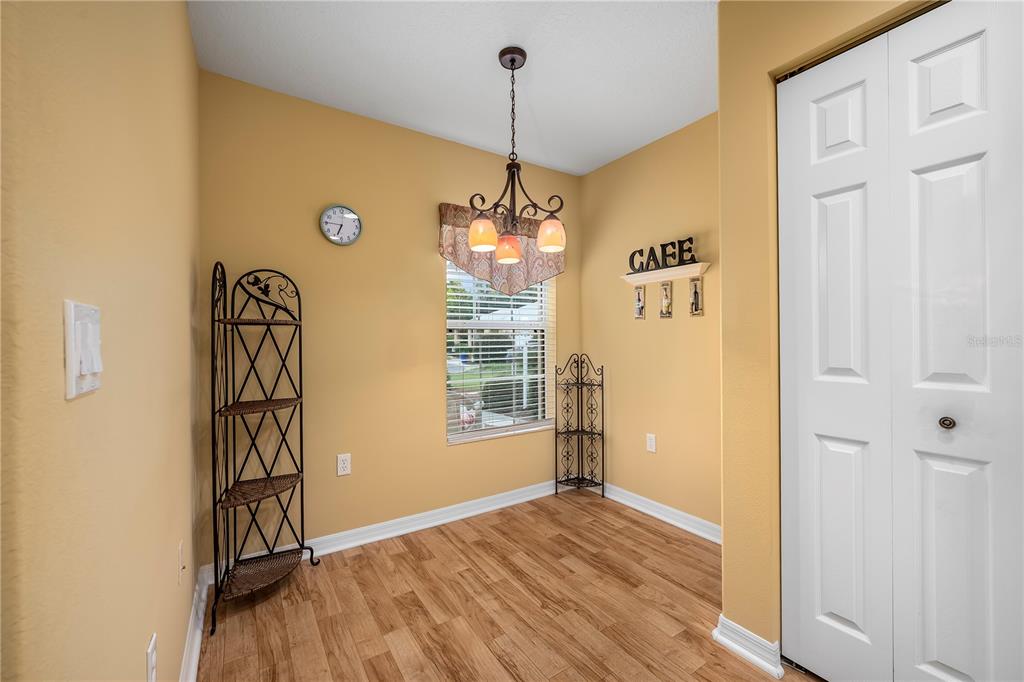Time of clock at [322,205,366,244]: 6:45
